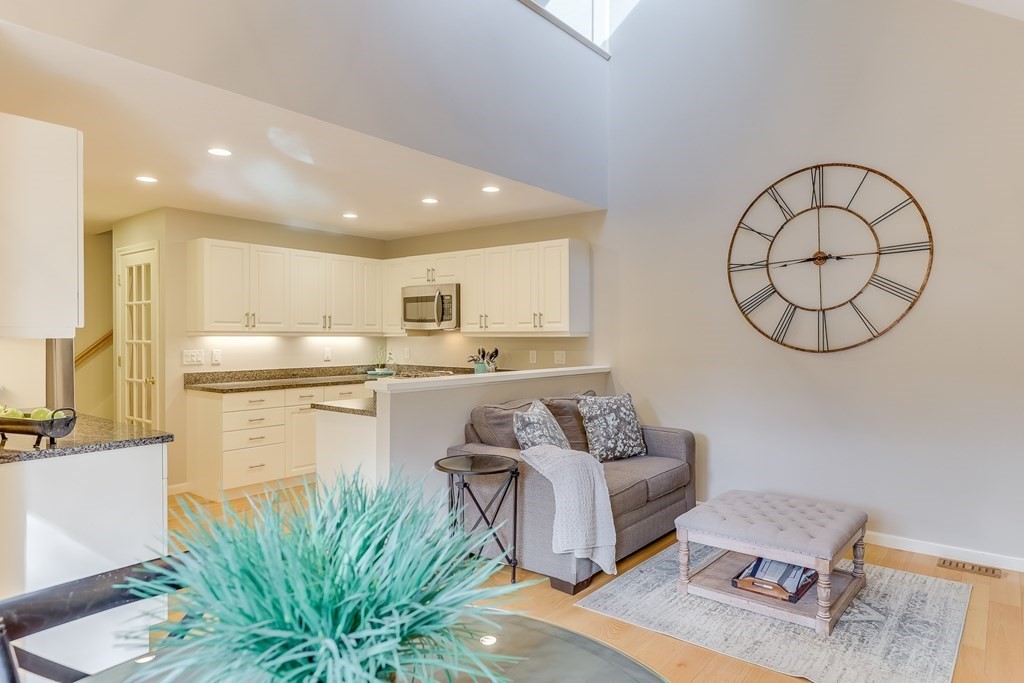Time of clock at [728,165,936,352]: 9:00
